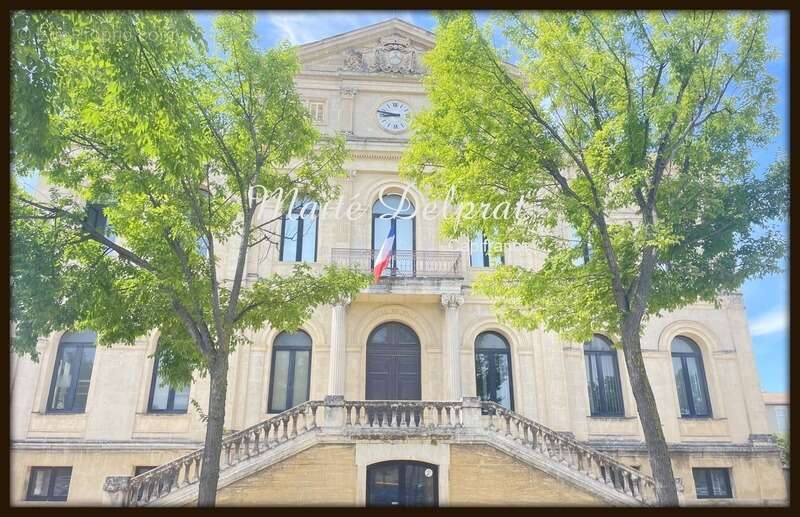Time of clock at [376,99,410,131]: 8:47
